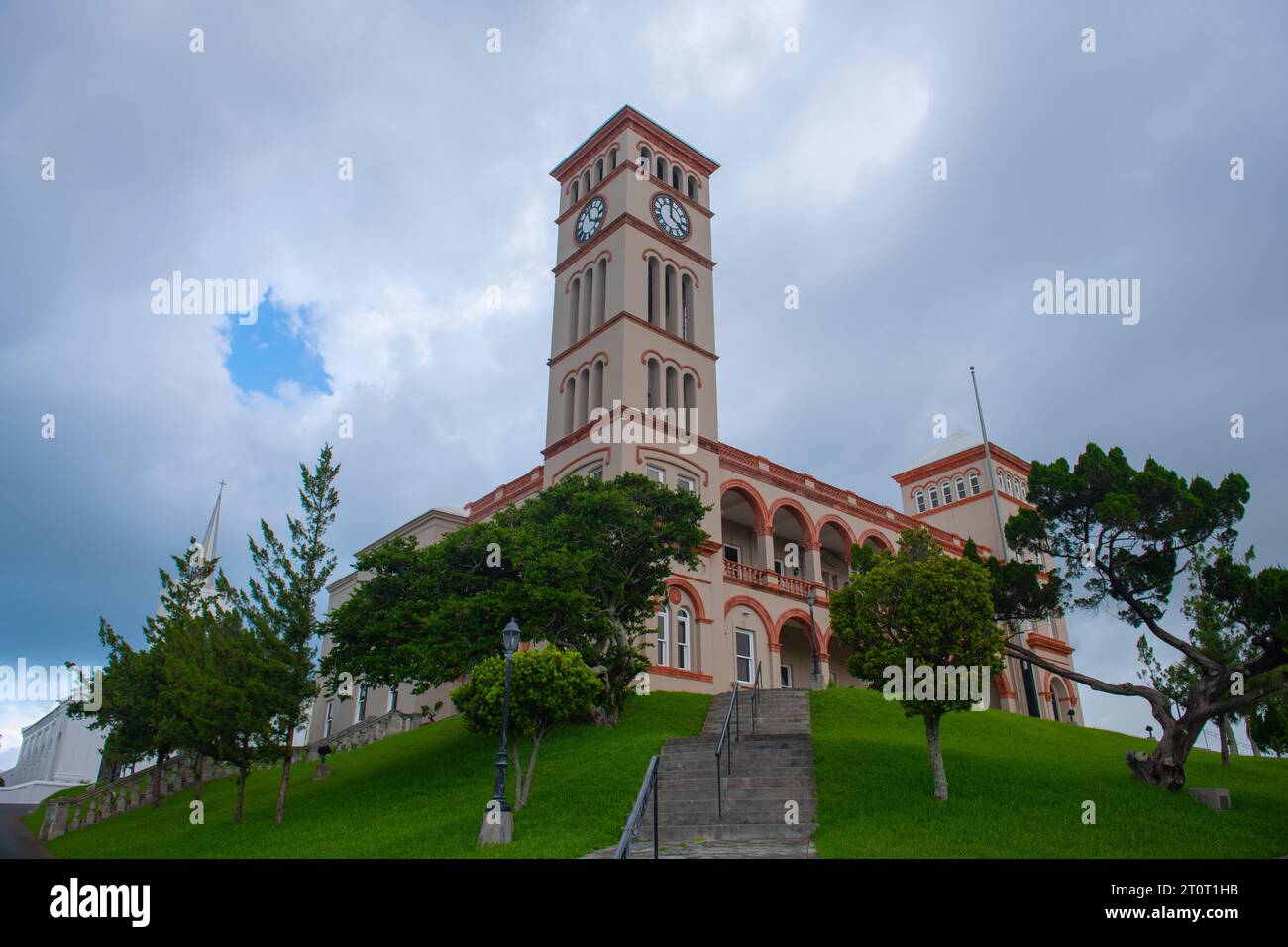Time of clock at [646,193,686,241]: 4:00
